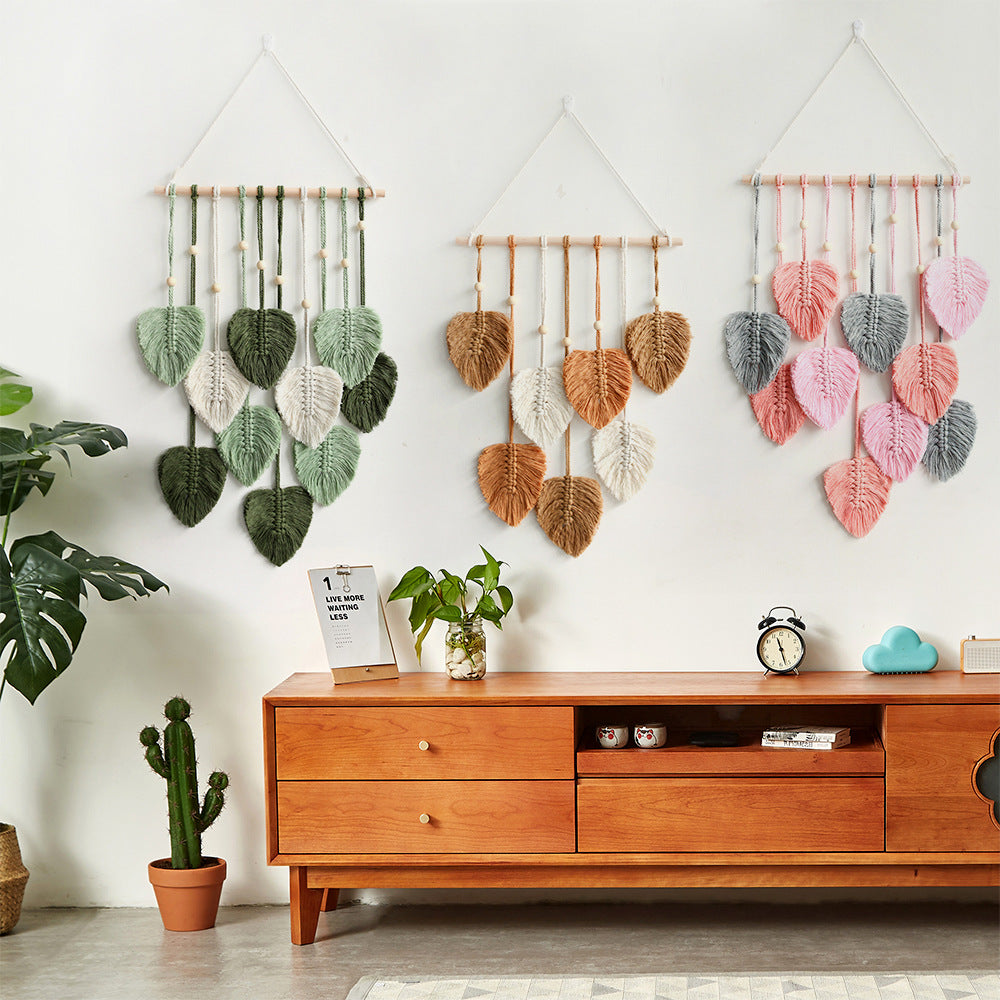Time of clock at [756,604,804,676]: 11:27
